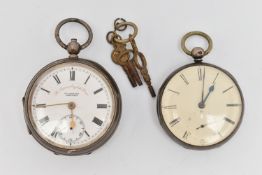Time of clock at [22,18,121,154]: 5:44
